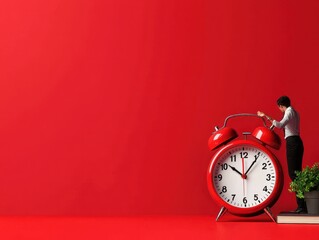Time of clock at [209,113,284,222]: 10:06
